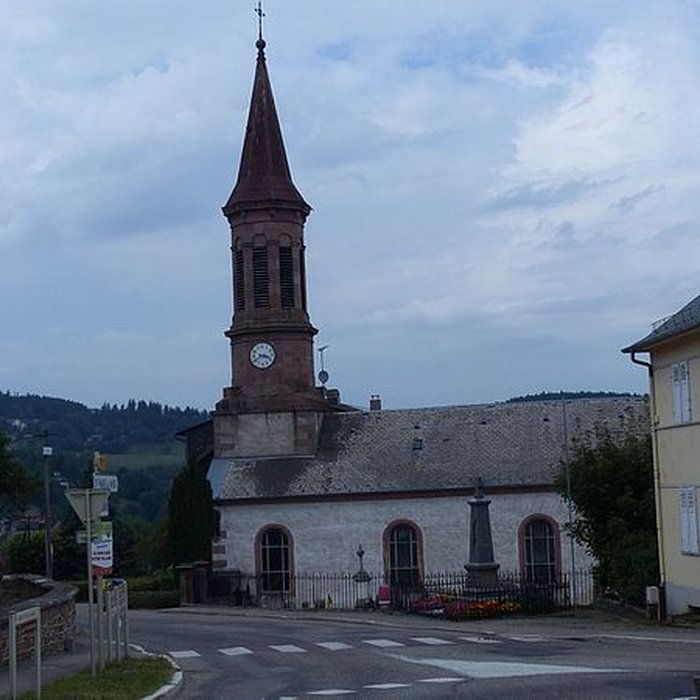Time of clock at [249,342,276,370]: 3:40
